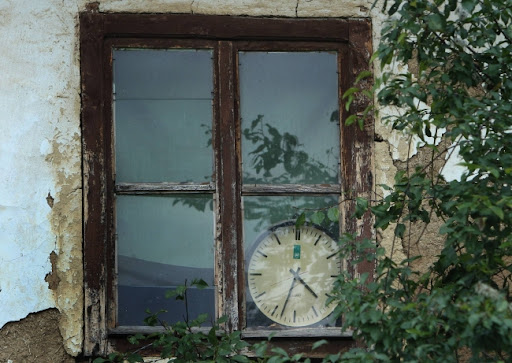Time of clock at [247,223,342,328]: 4:33
